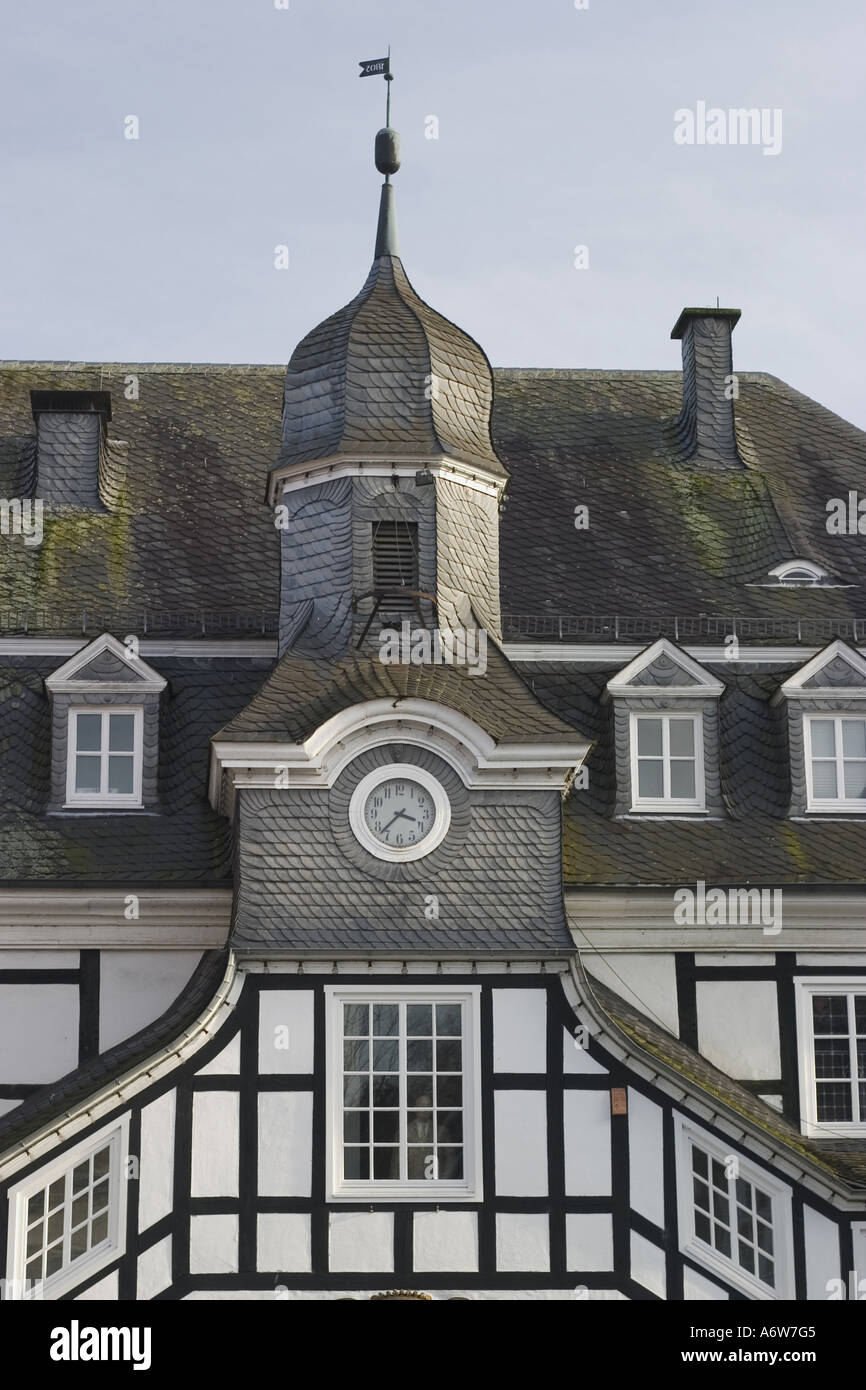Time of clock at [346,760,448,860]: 3:37
